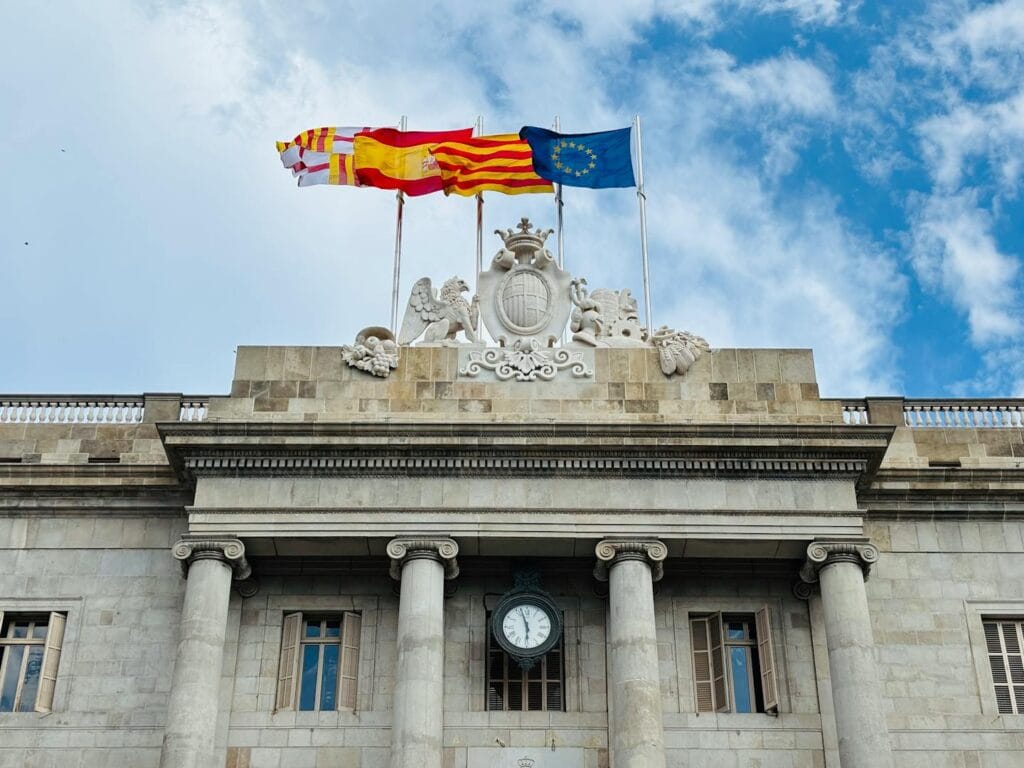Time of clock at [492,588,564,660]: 5:57
